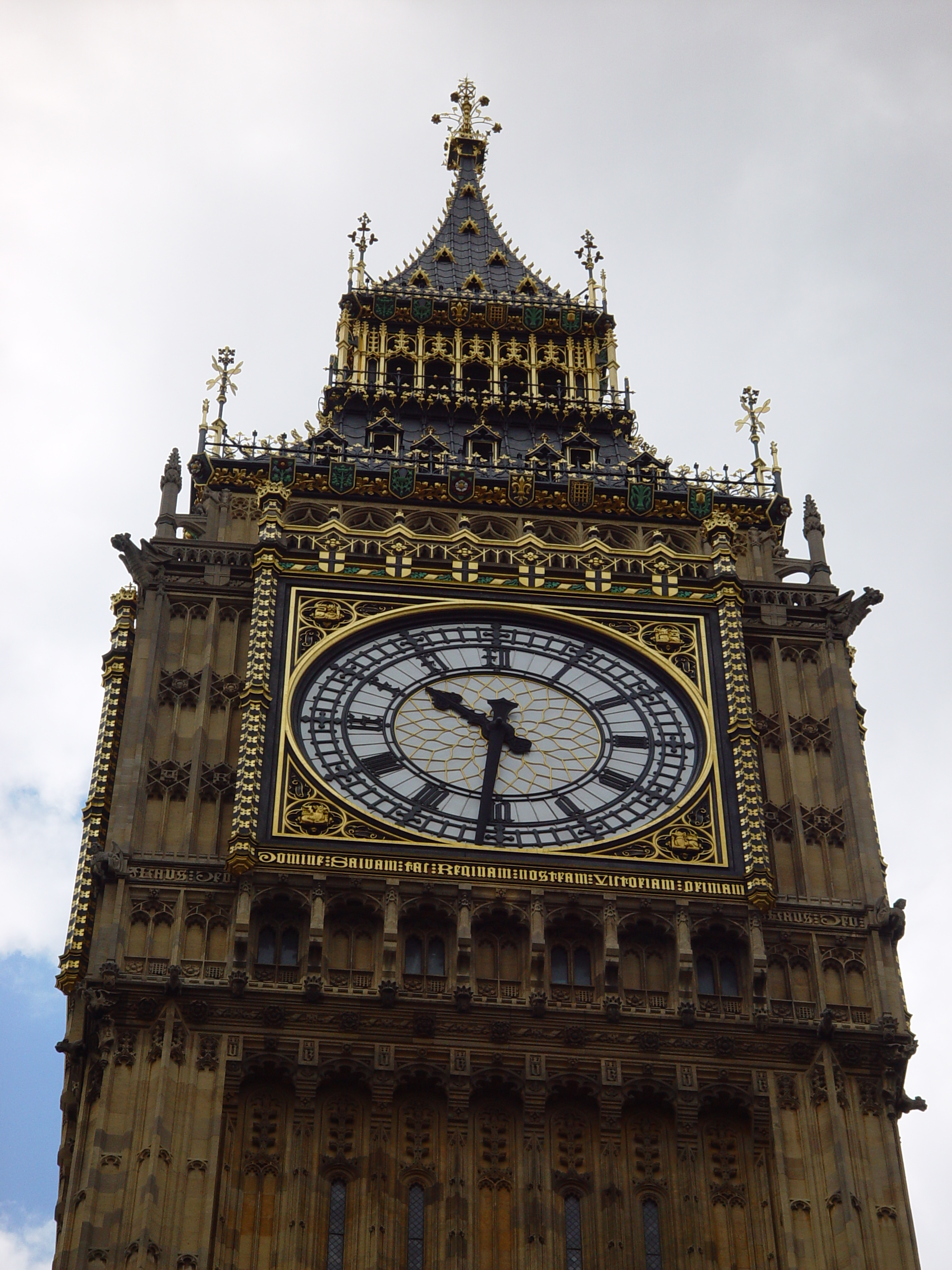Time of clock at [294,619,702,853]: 10:31
